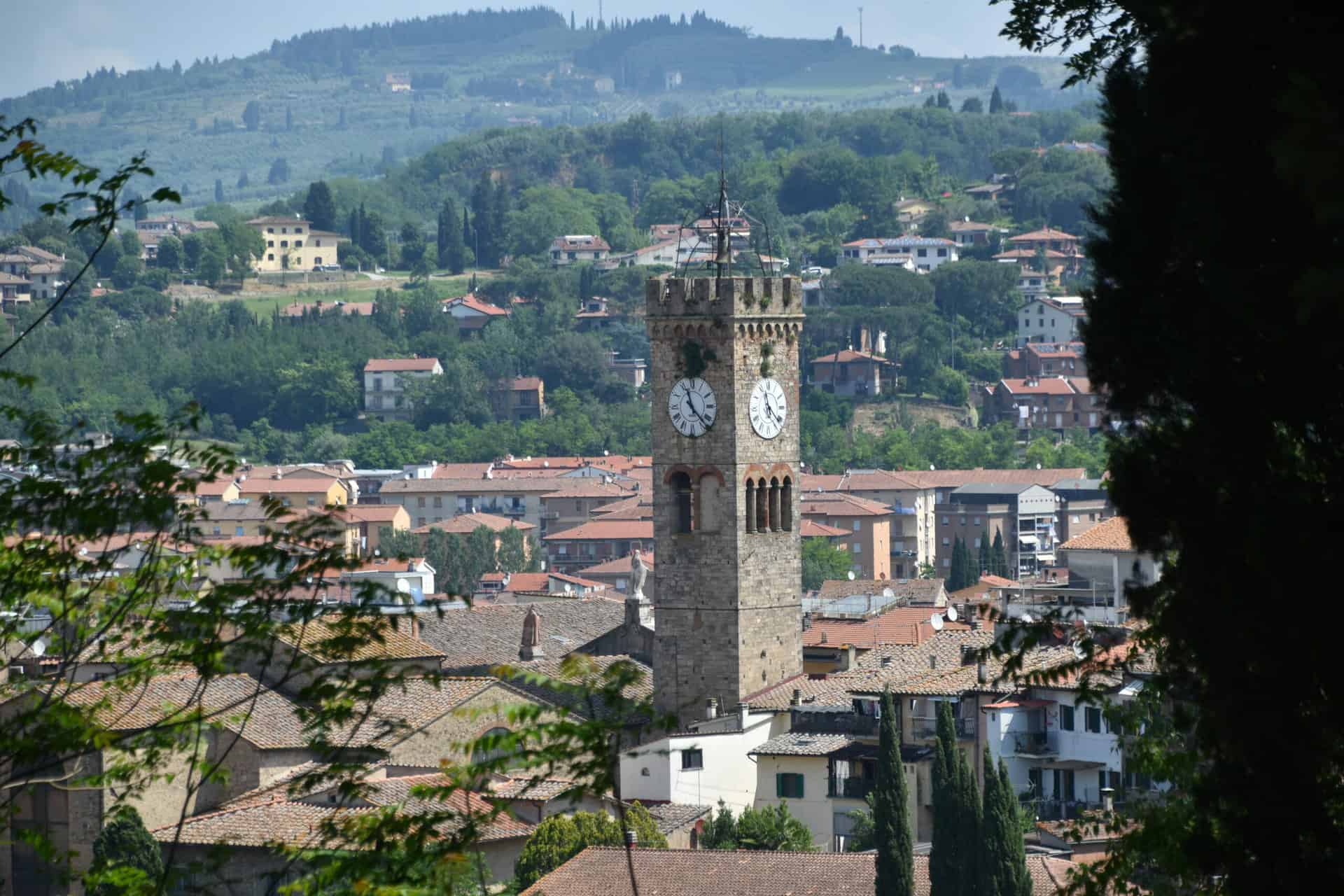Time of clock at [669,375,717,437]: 11:22
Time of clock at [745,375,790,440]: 11:22
